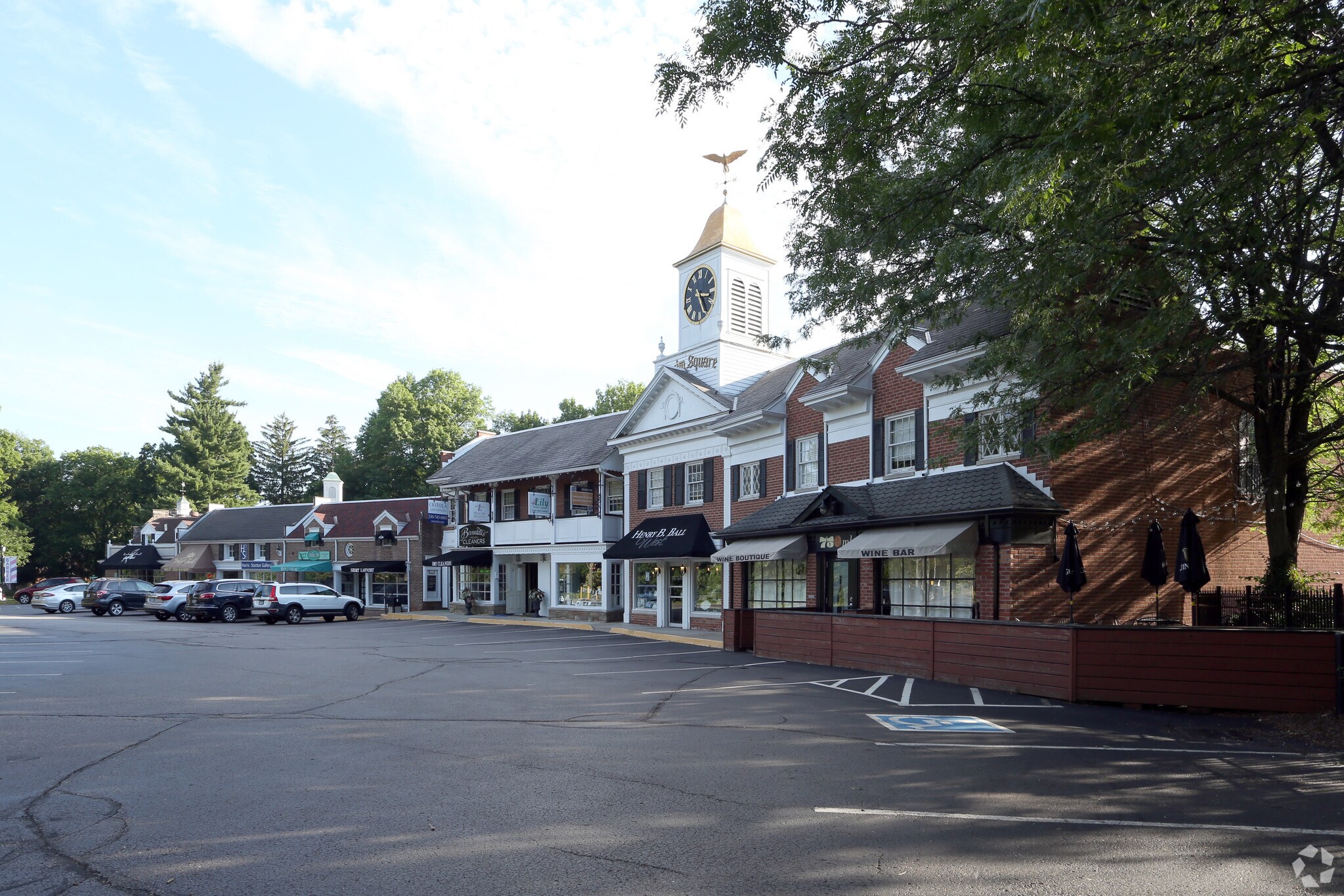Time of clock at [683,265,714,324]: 3:24
